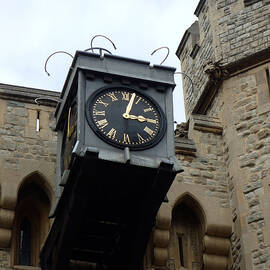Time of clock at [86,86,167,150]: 3:02
